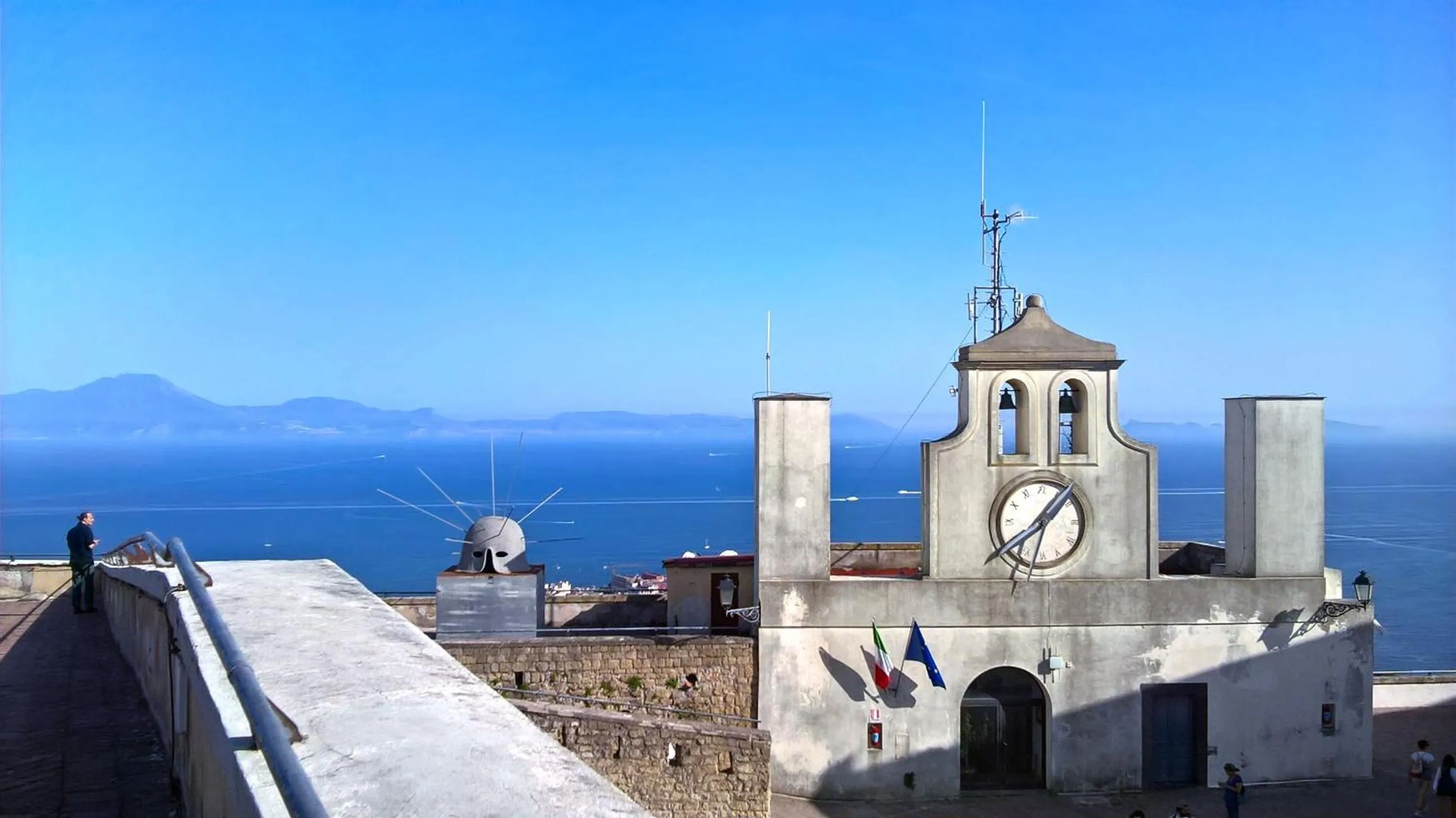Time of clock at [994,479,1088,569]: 1:32
